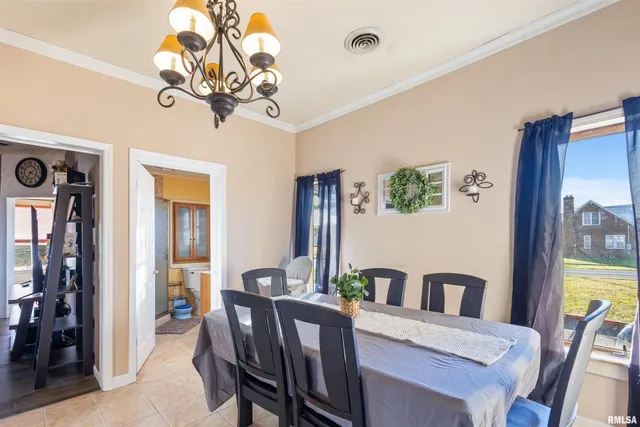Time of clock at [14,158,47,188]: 3:34
